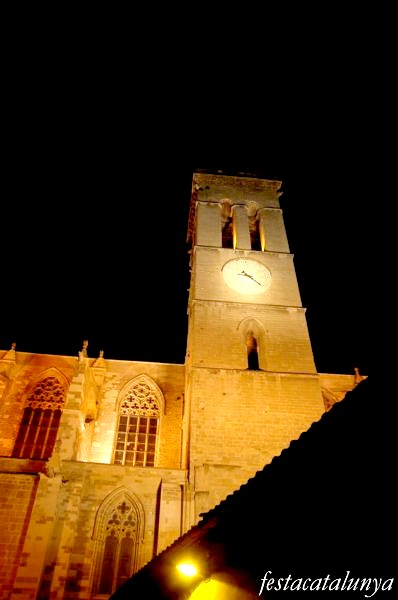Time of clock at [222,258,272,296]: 4:21
